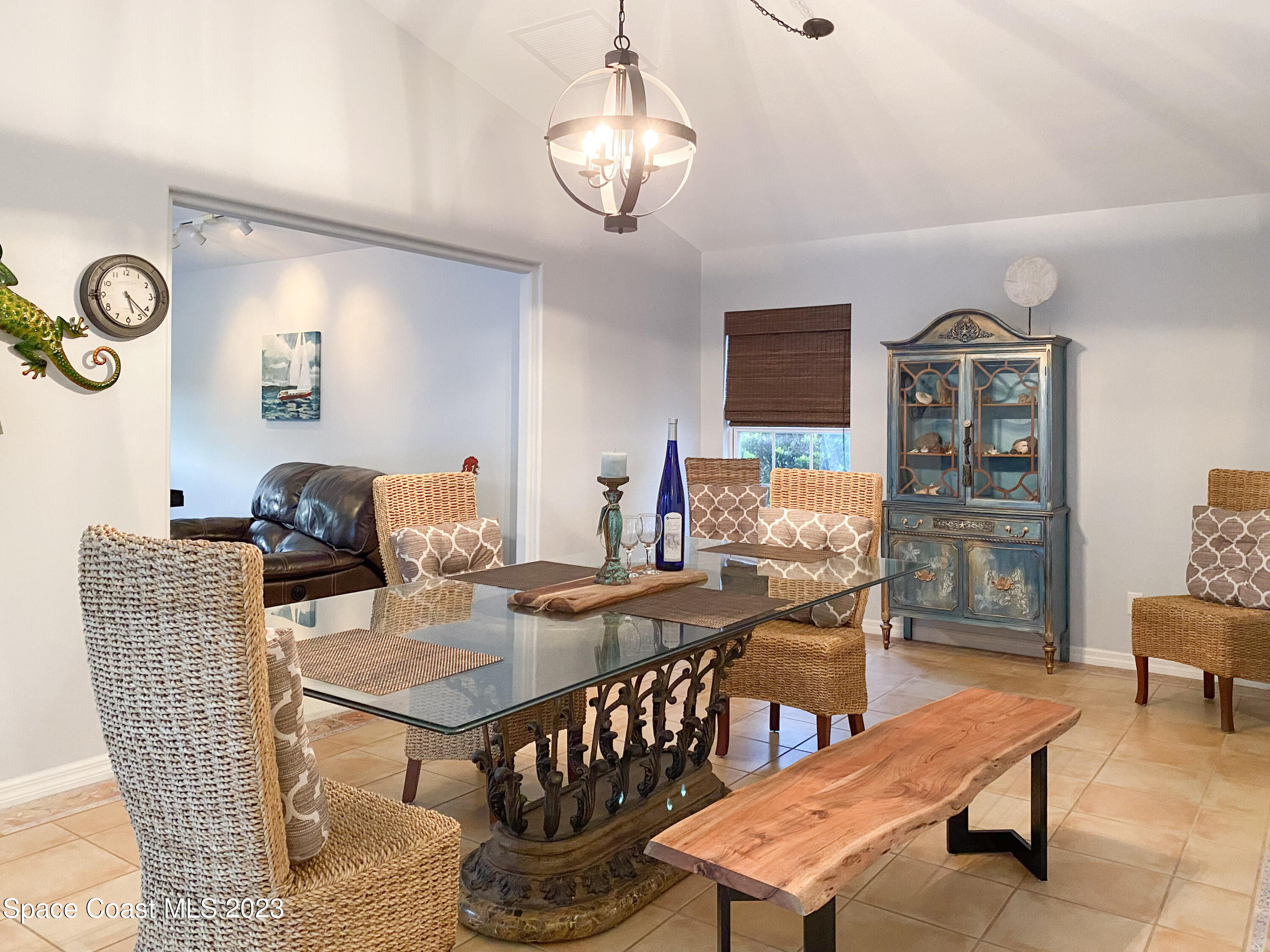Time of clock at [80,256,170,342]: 5:22
